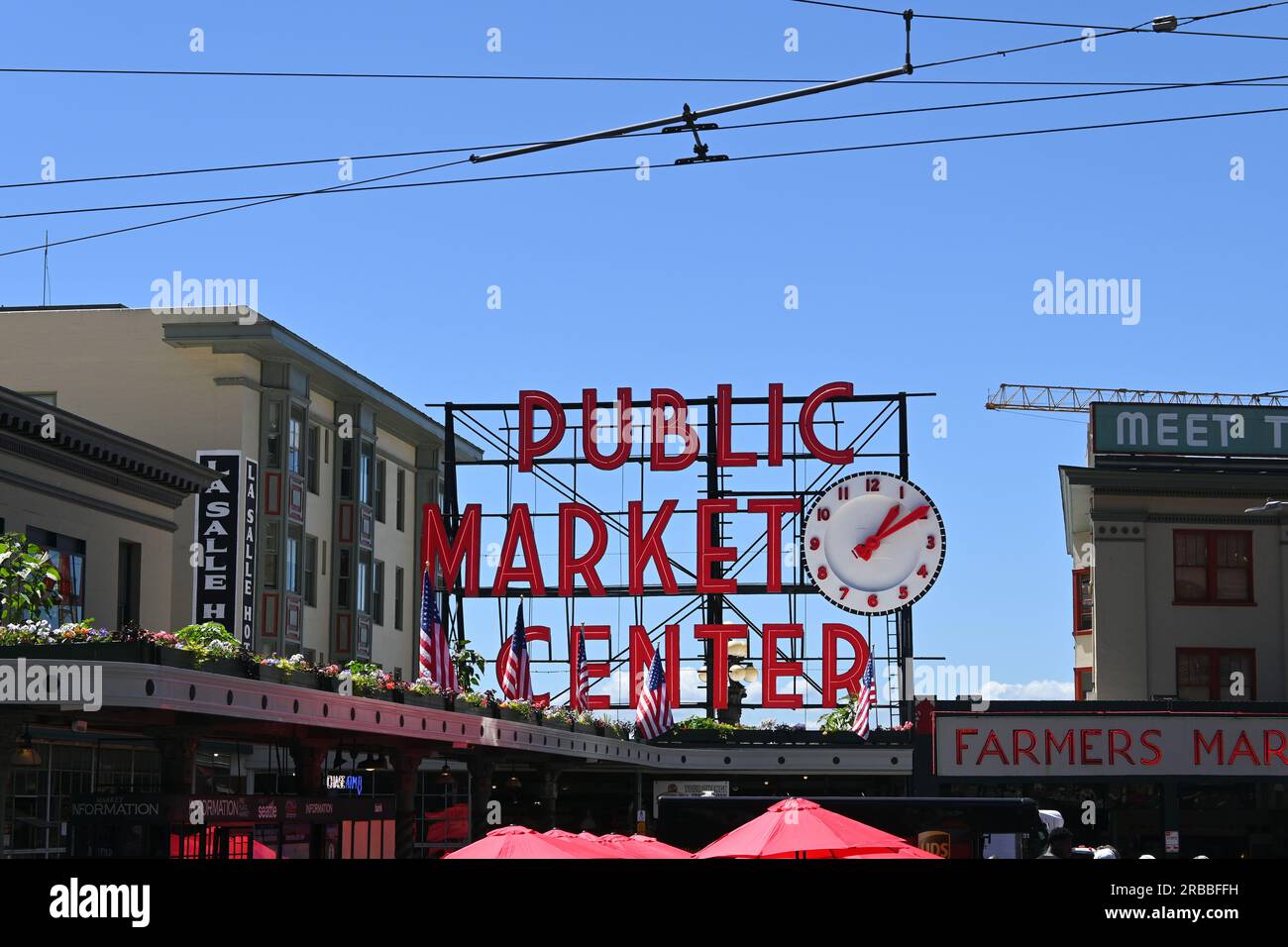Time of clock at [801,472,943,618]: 1:09
